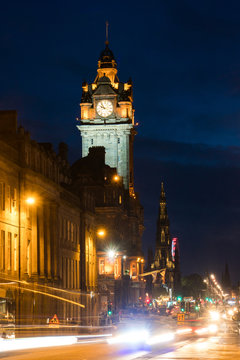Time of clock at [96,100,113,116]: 9:53
